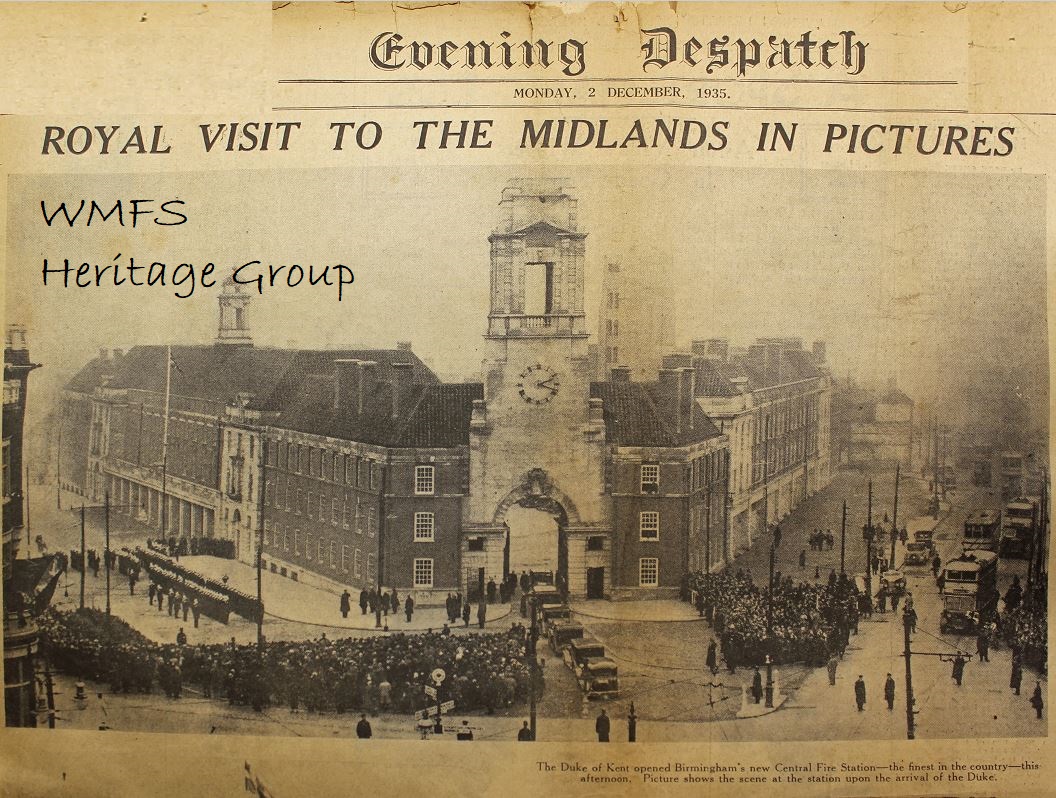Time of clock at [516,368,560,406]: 2:18
